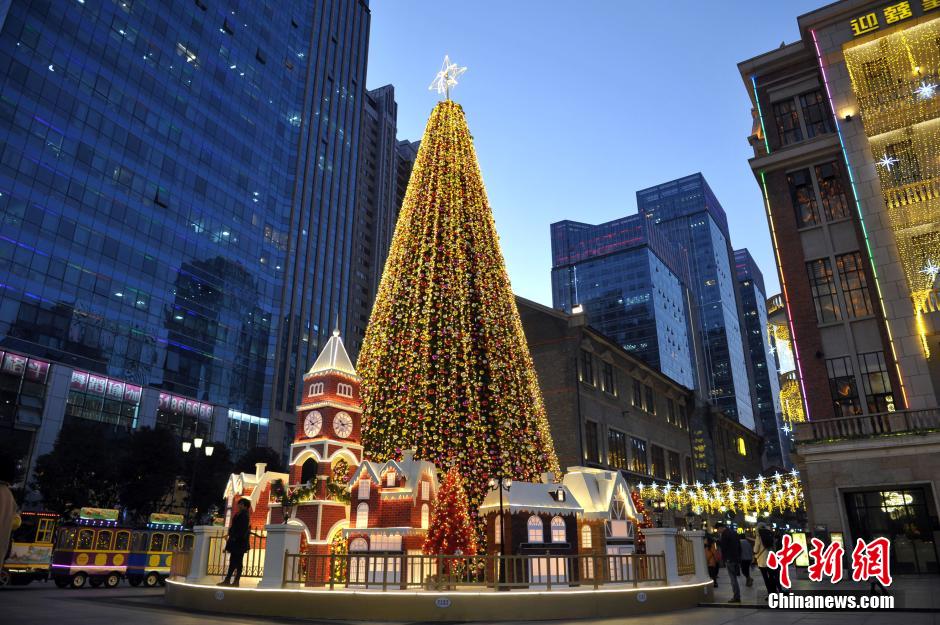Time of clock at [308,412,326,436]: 10:12
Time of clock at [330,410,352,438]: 10:12
